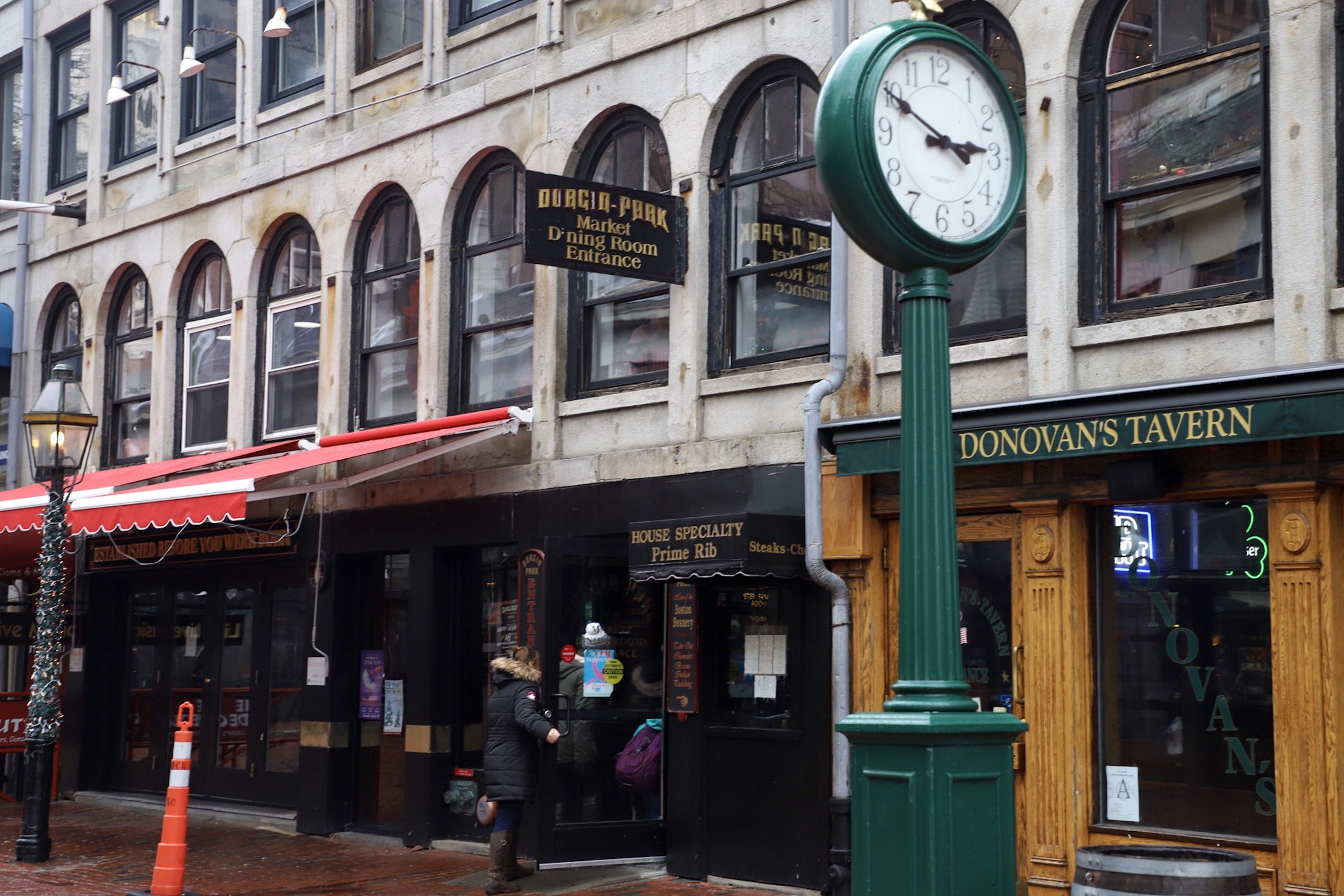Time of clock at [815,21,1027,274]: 2:49
